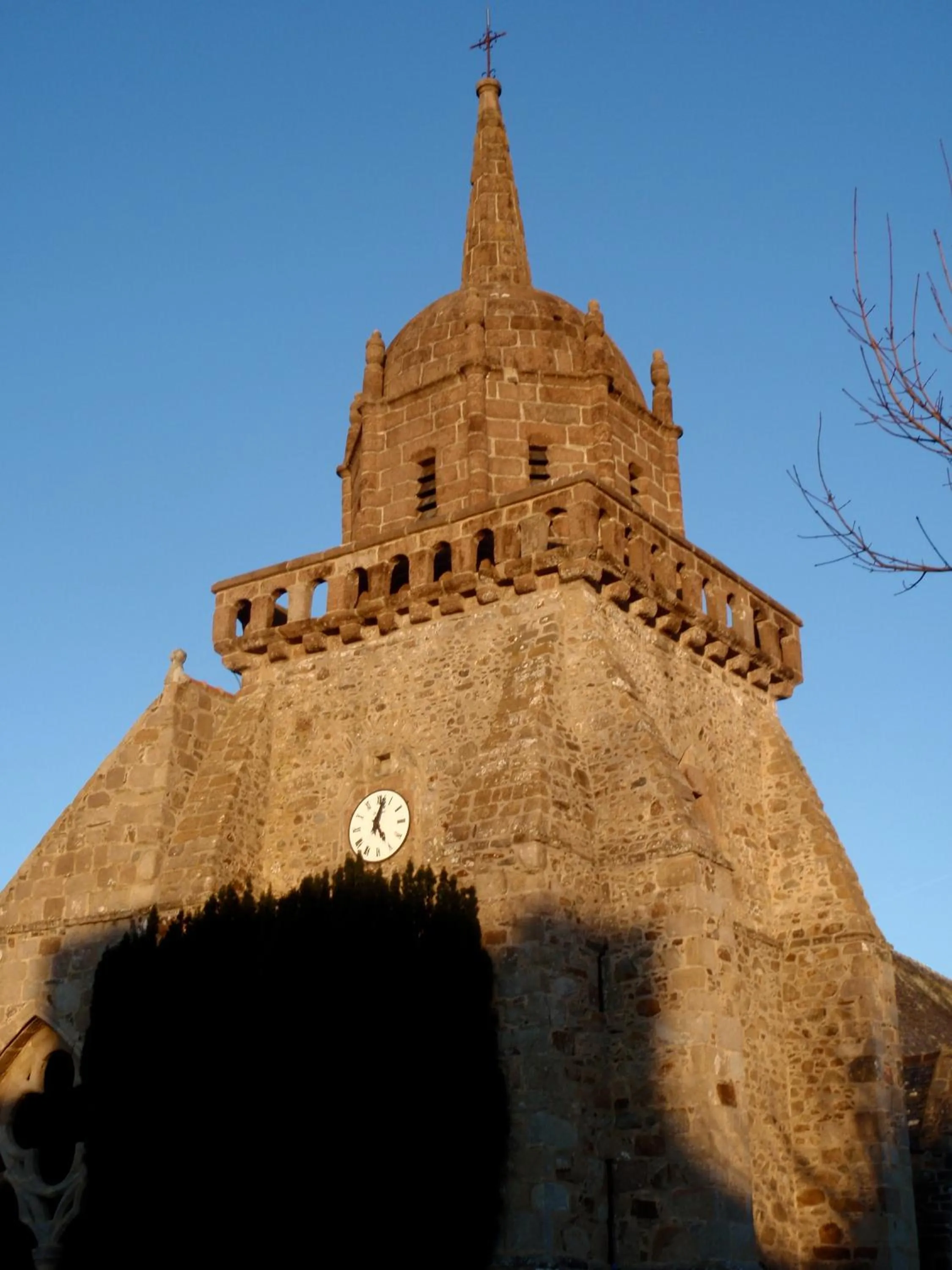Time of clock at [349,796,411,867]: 5:02
